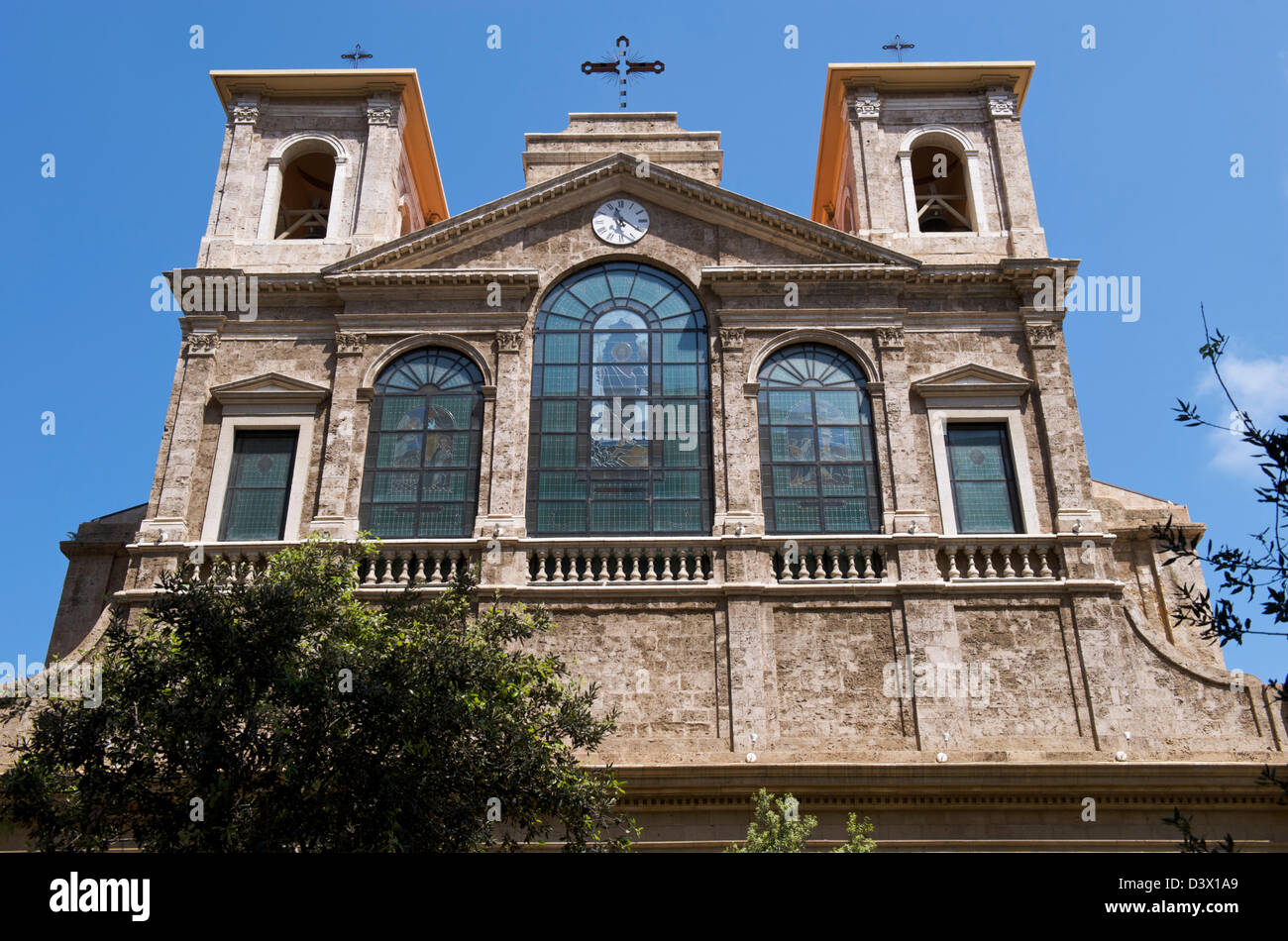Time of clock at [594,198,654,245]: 11:20
